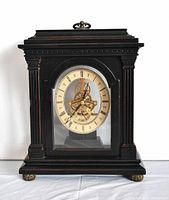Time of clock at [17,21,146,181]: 12:37
